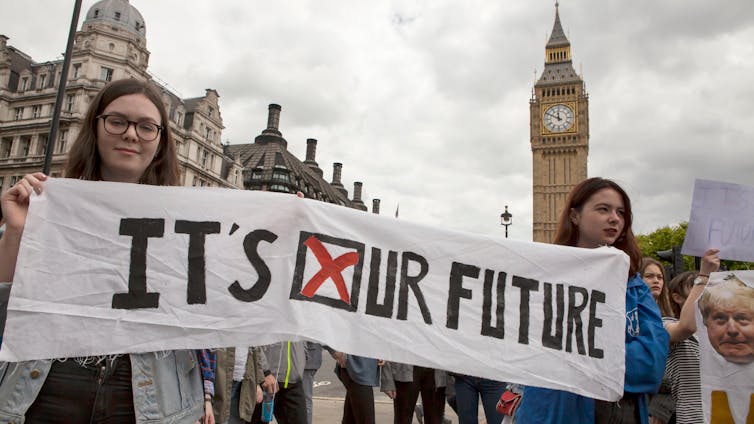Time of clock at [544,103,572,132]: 11:49
